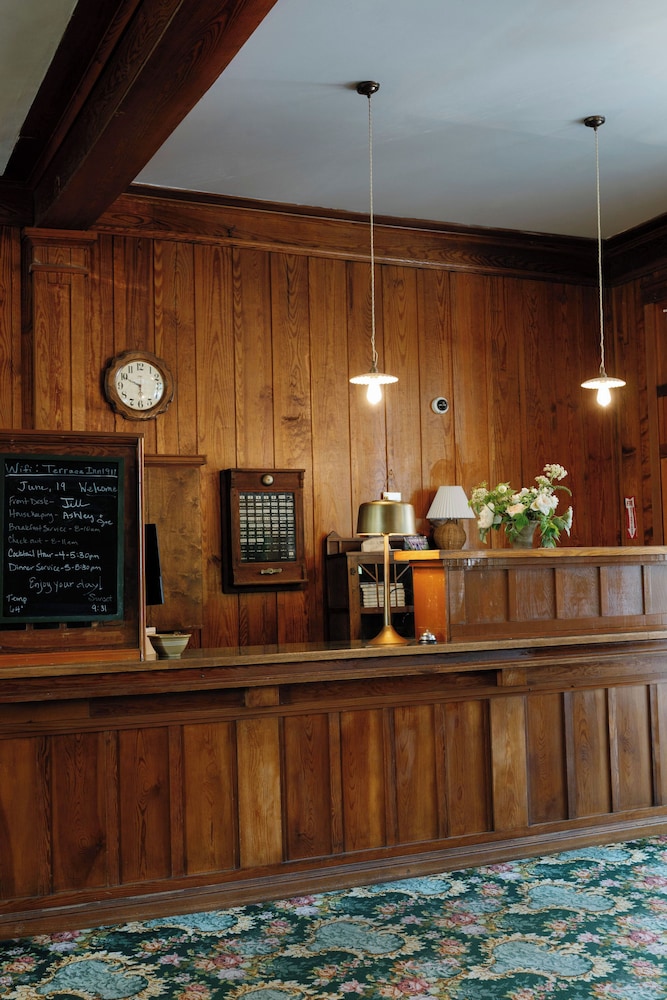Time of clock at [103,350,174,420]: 5:49
